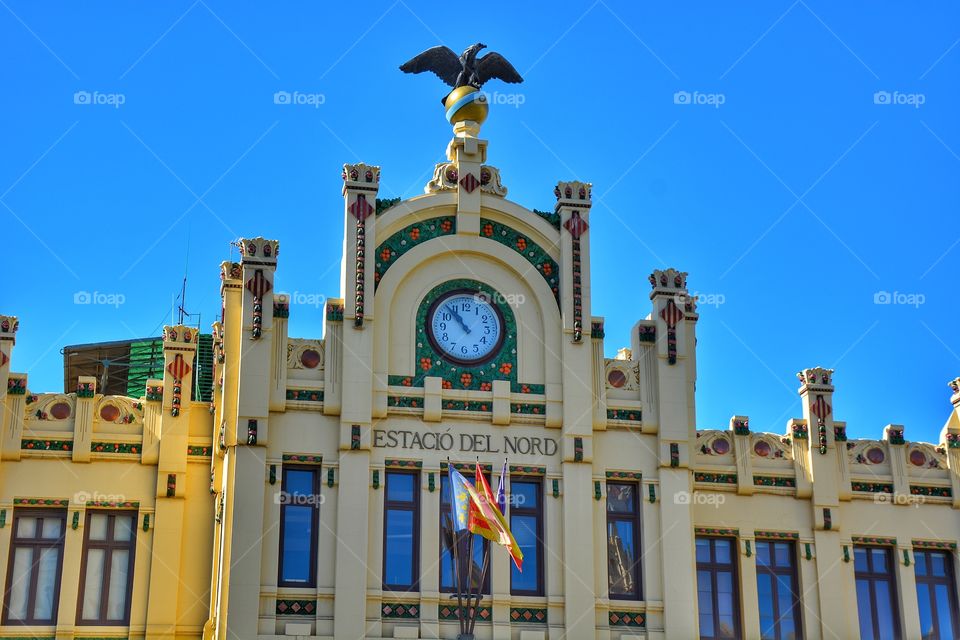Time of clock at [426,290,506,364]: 10:53
